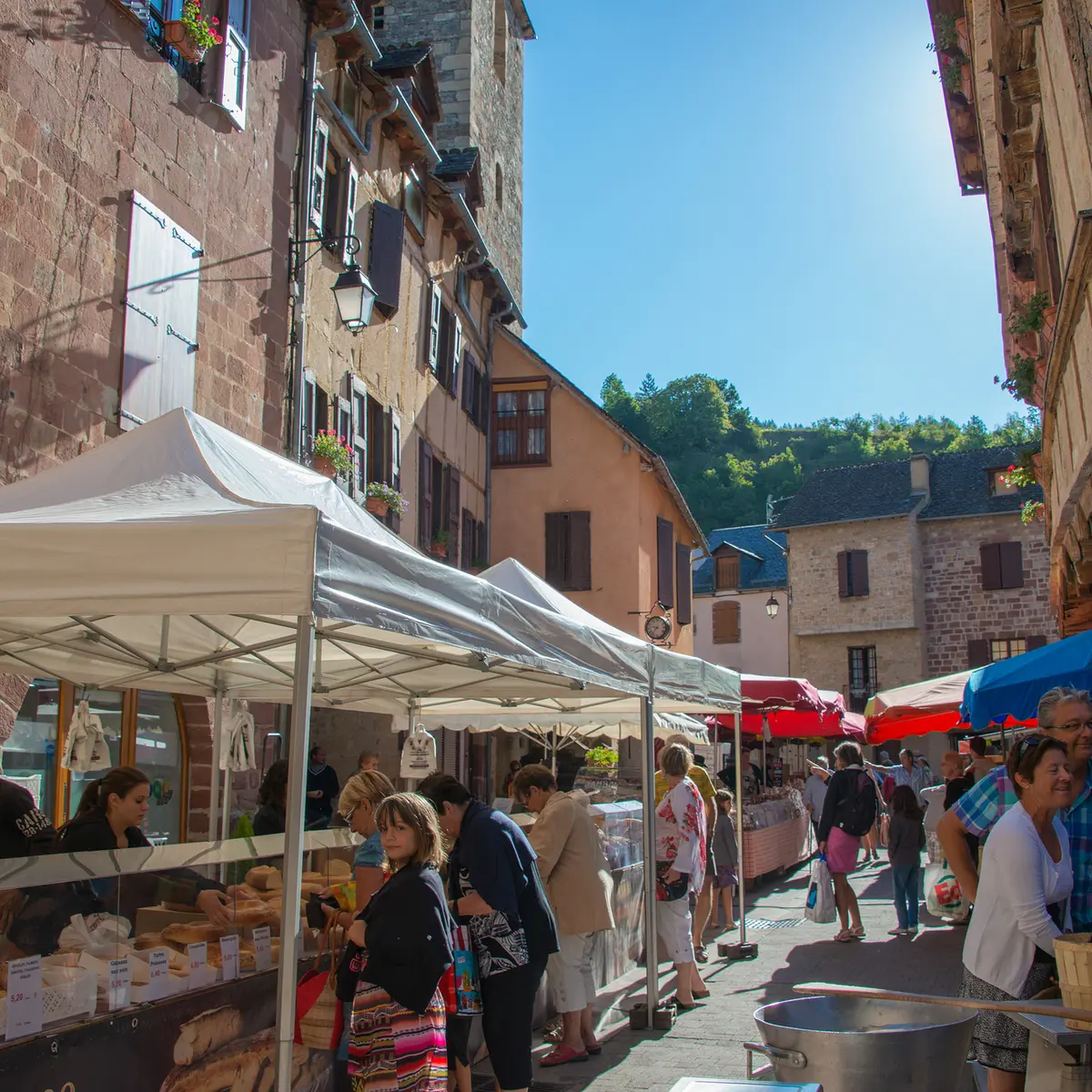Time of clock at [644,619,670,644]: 9:36
